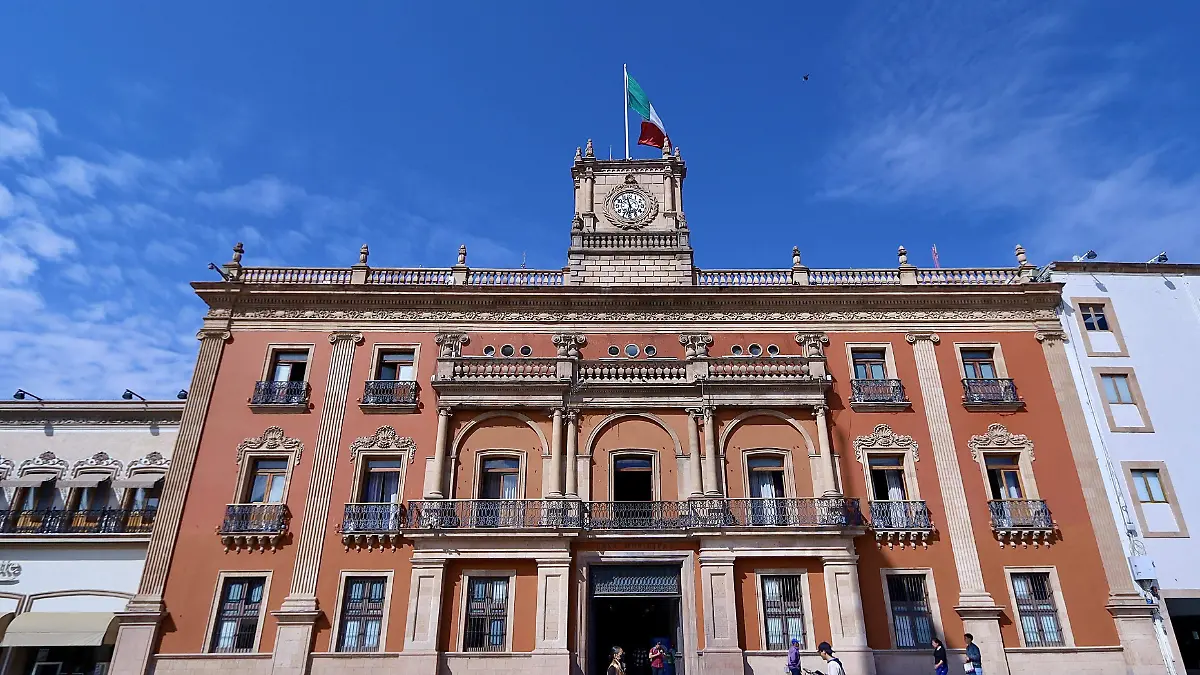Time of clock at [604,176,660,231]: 5:57
